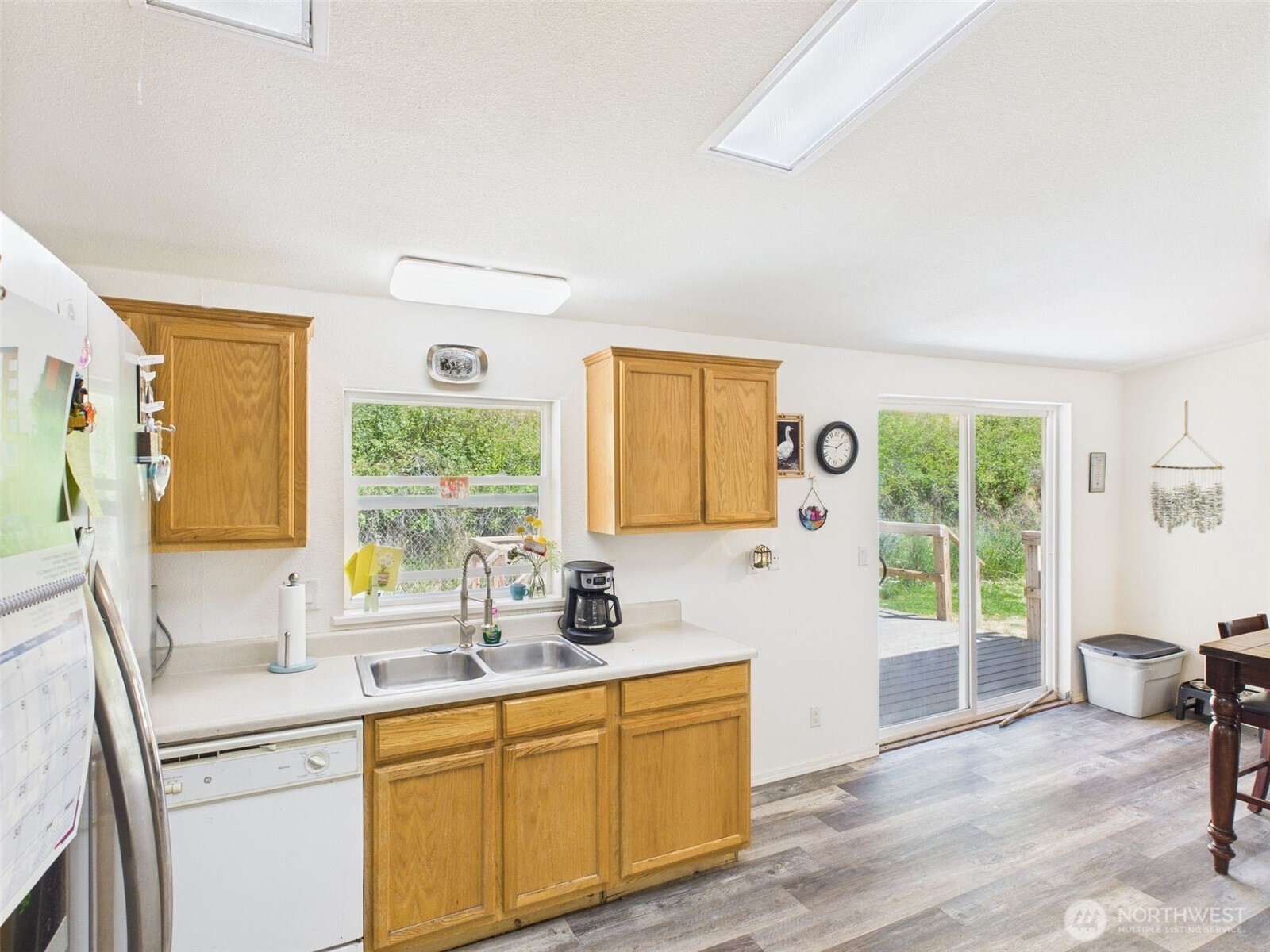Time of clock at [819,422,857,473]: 1:46
